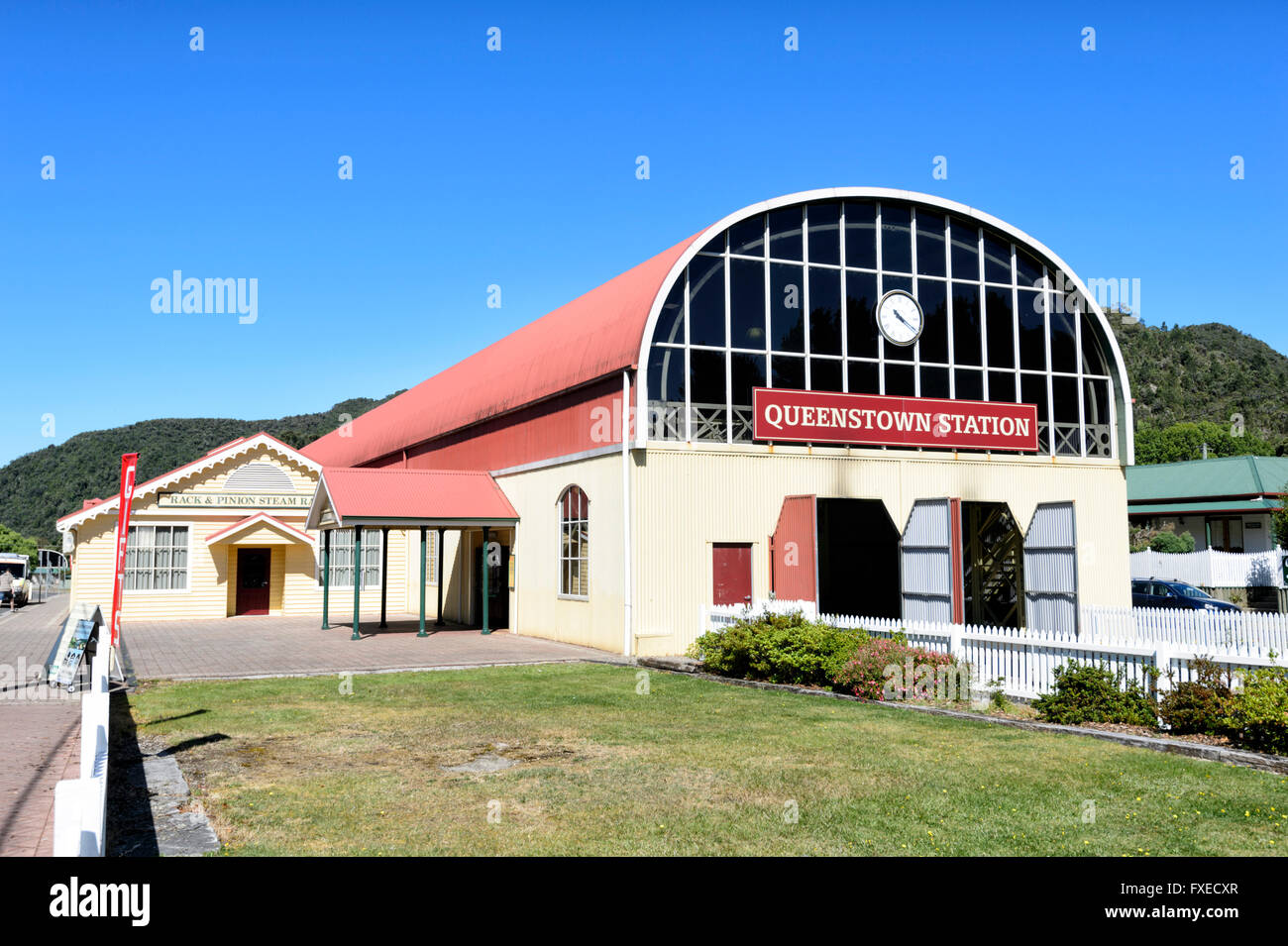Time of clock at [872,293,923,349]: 10:20
